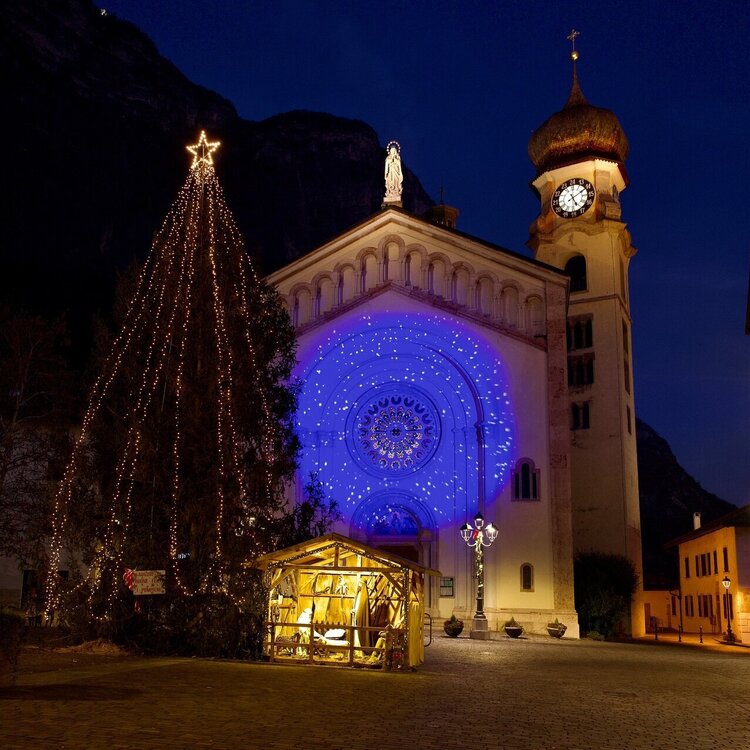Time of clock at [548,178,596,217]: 5:09
